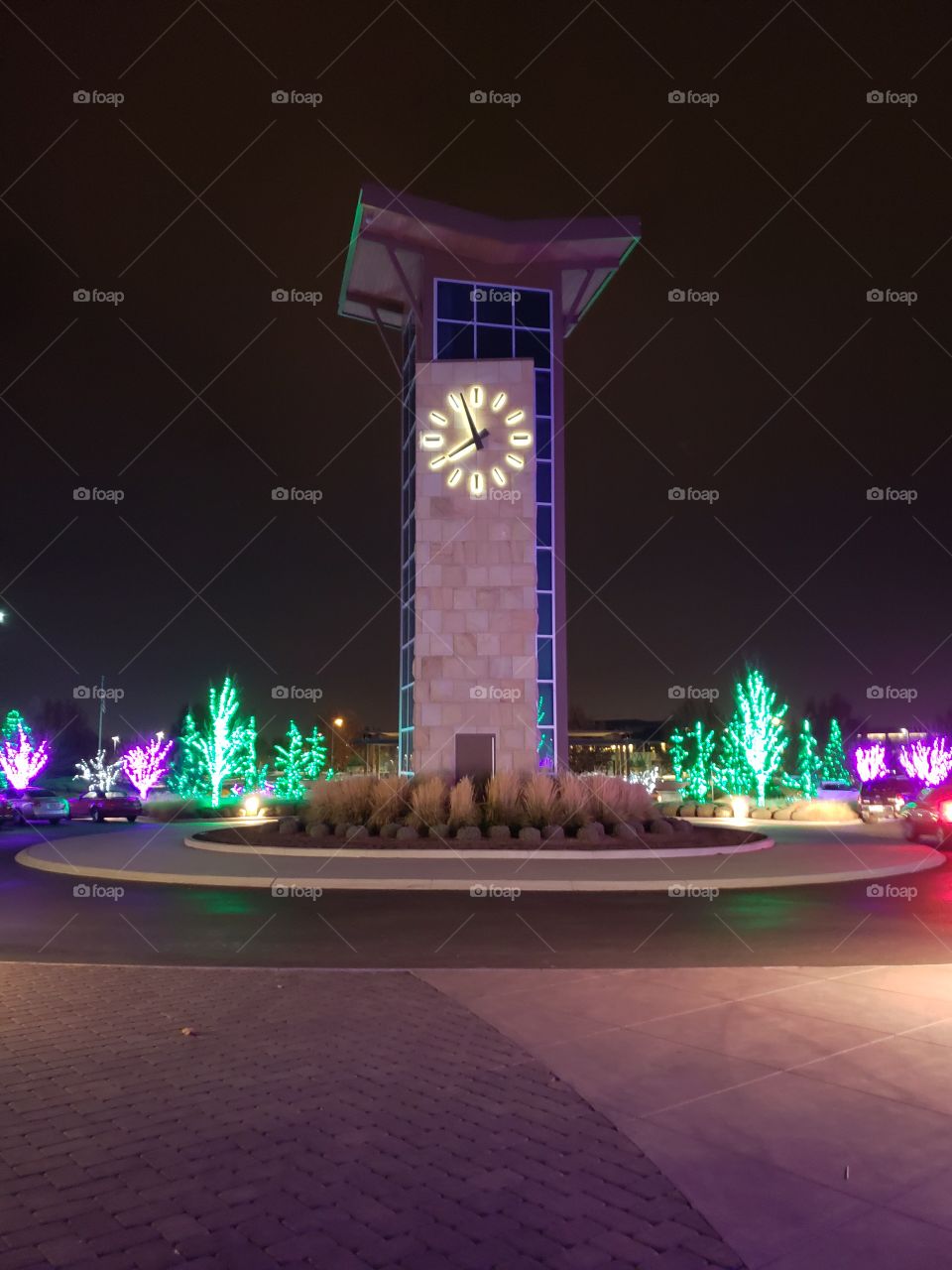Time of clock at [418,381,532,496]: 7:56
